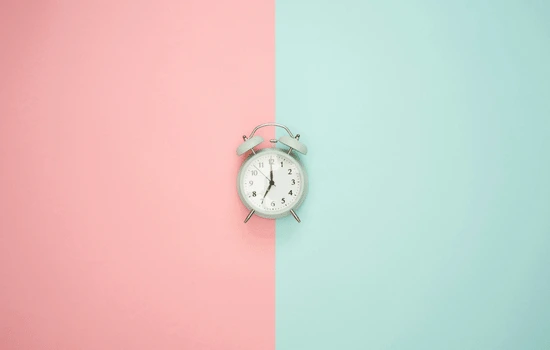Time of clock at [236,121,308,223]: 7:00
